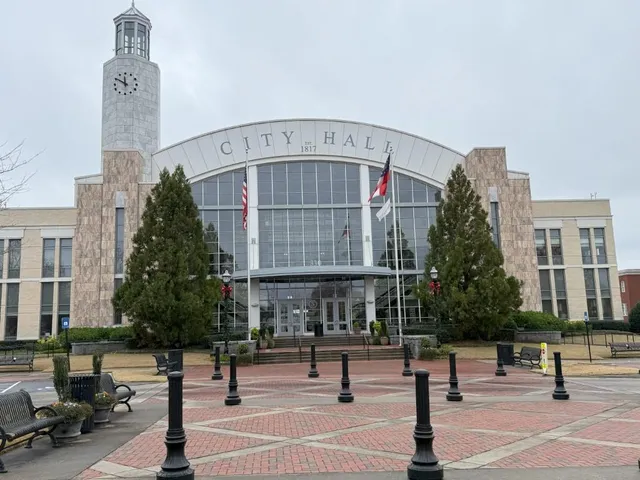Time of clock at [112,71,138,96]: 11:50
